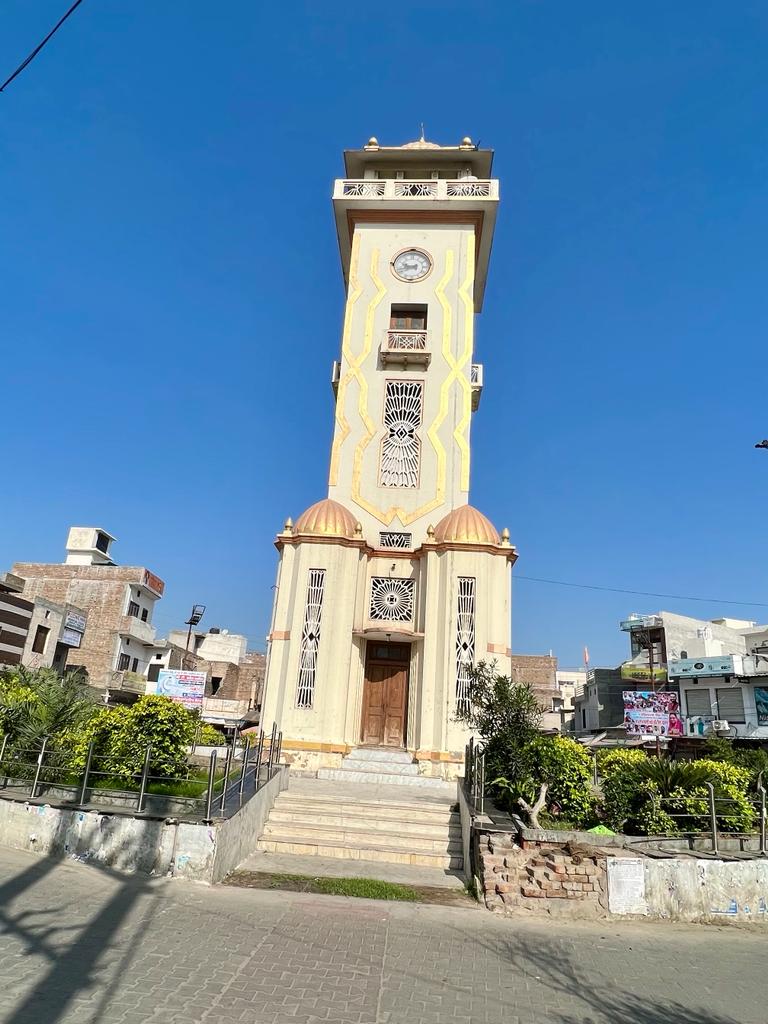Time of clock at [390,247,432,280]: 9:42
